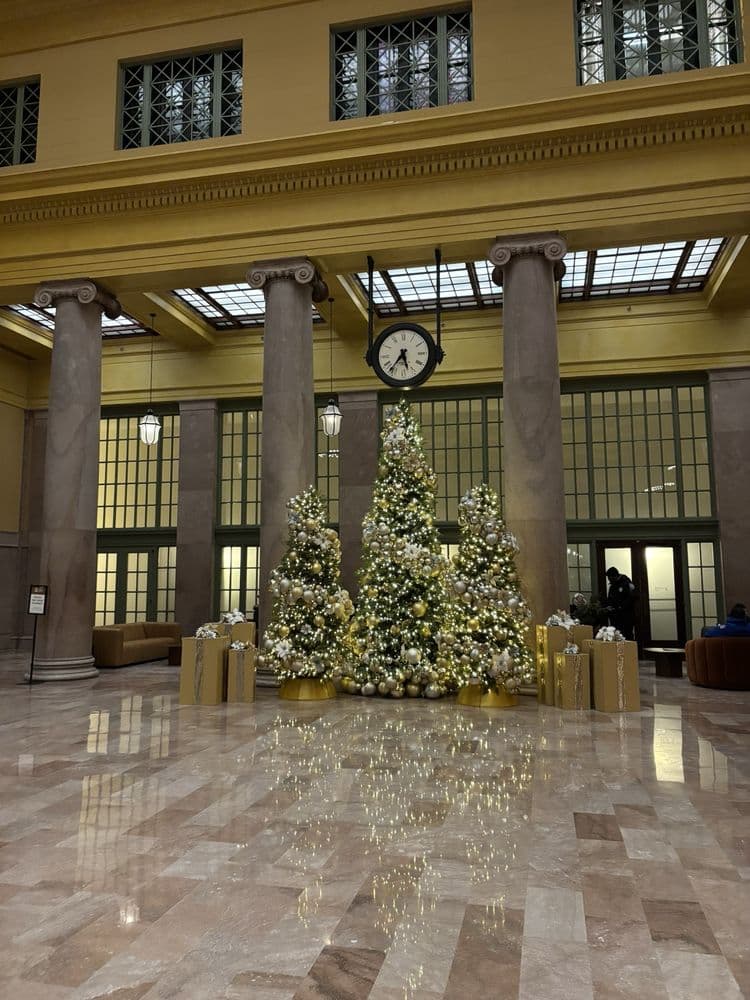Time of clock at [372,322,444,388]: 5:36
